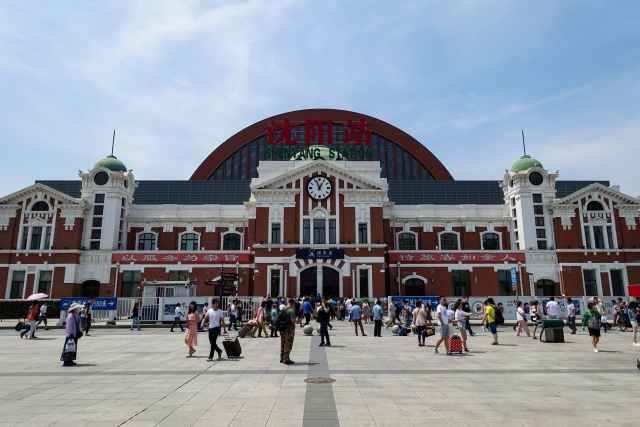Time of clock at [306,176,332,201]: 12:56
